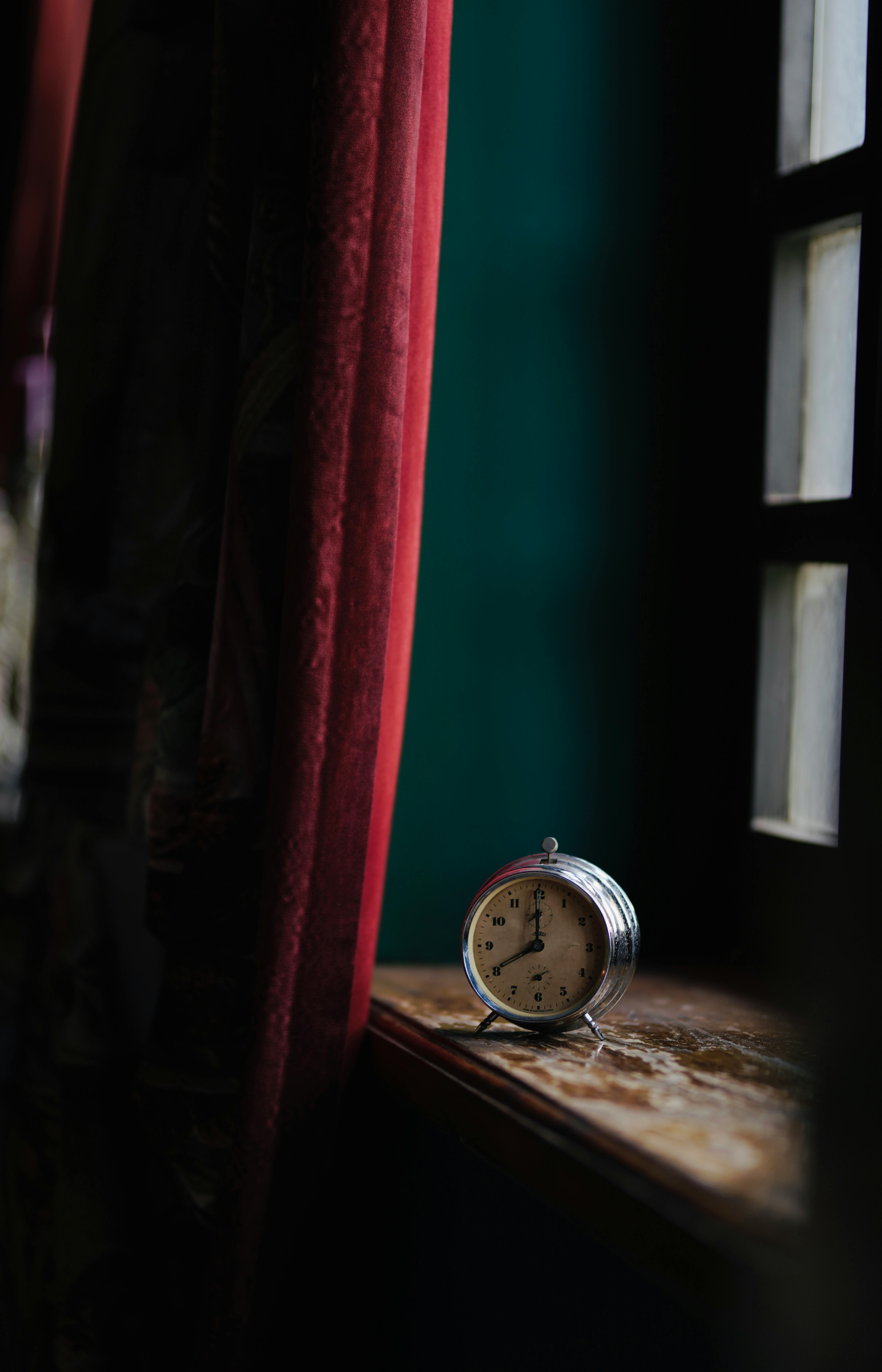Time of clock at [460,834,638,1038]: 7:59
